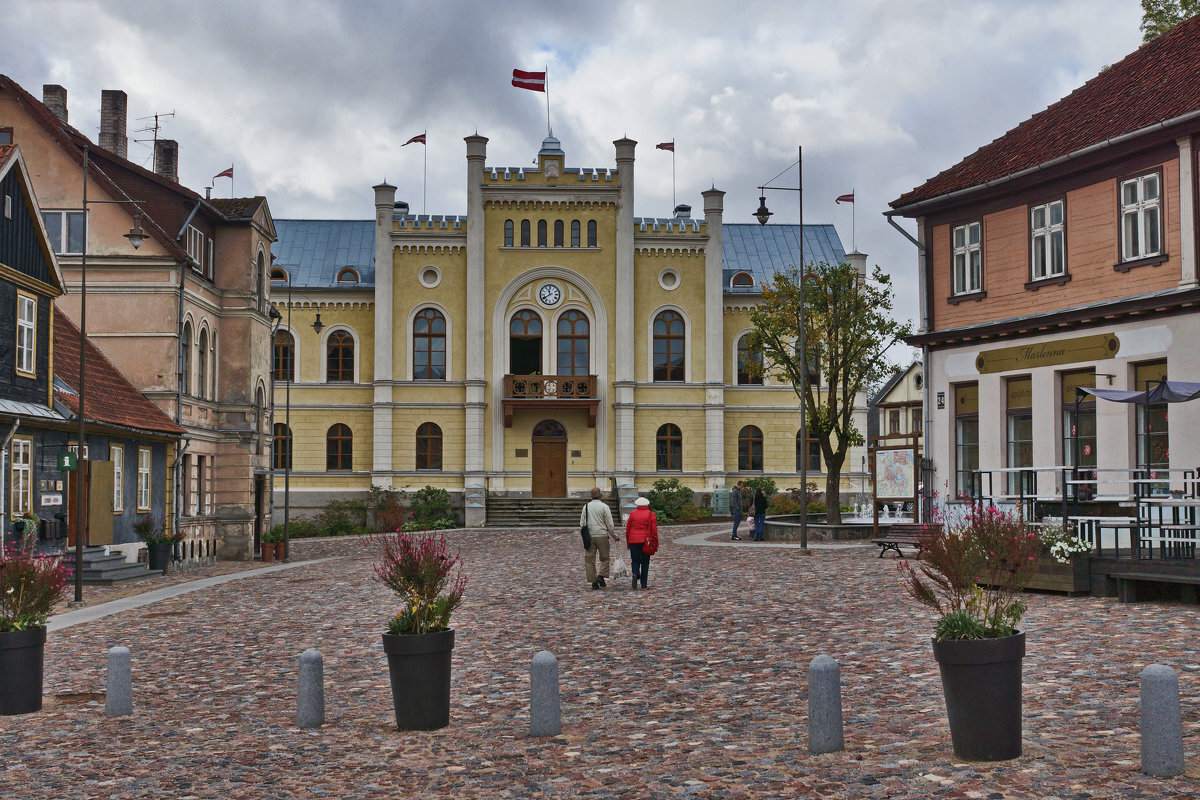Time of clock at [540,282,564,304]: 11:39
